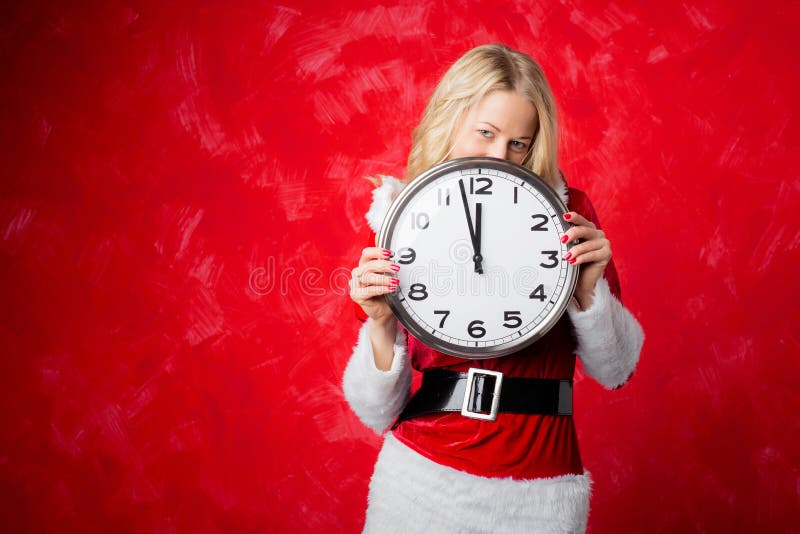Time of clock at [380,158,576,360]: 11:57
